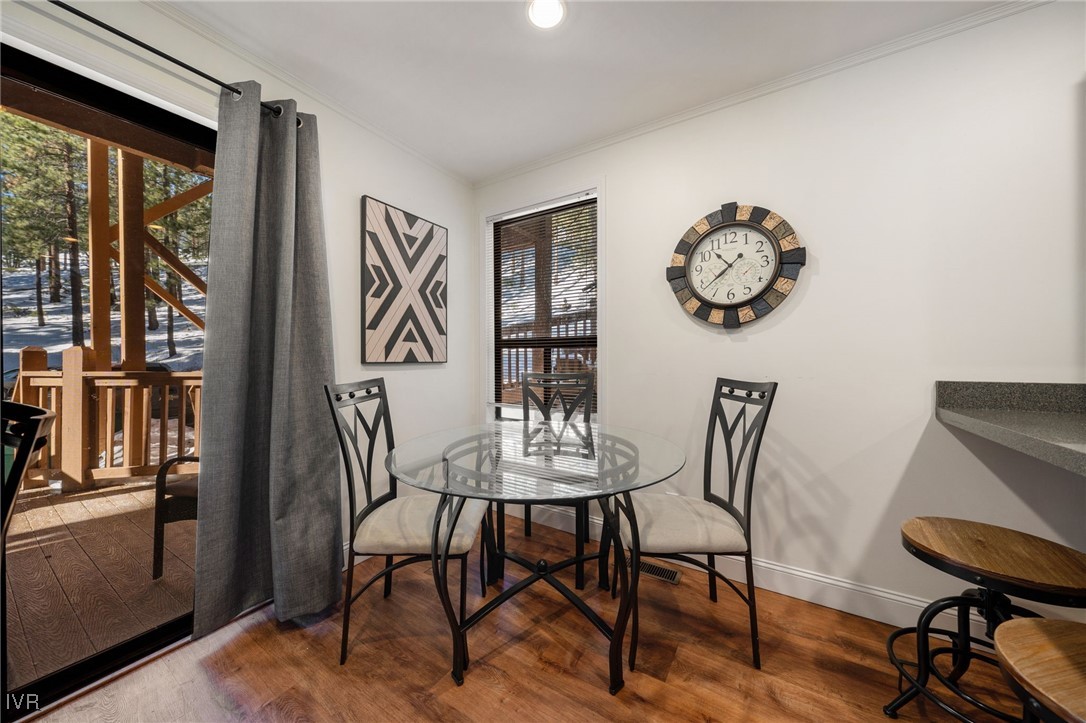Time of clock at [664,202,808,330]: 10:38
